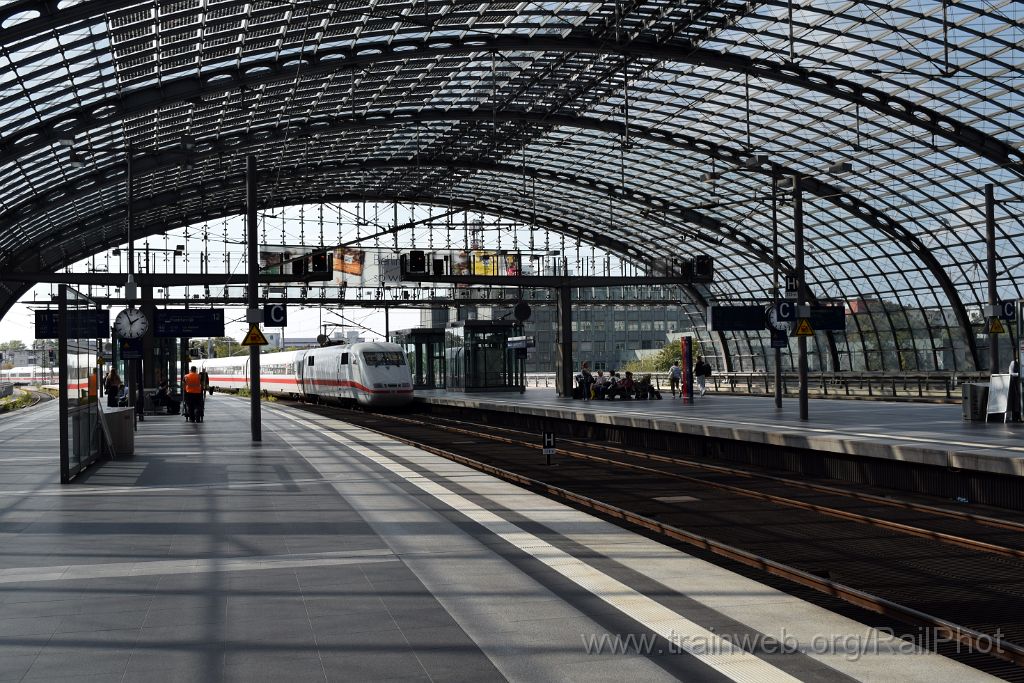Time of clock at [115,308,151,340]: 1:56
